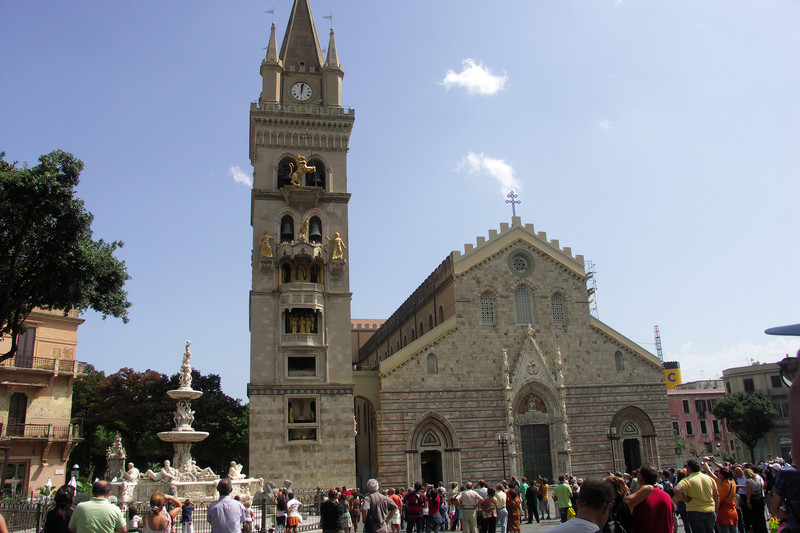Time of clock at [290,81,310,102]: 12:01
